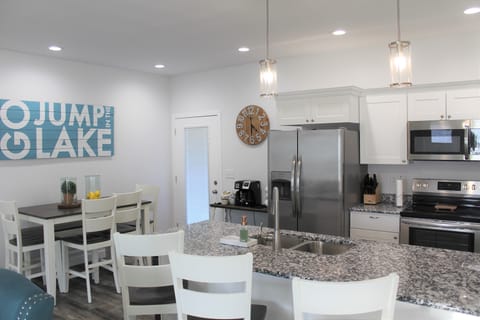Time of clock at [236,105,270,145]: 4:29
